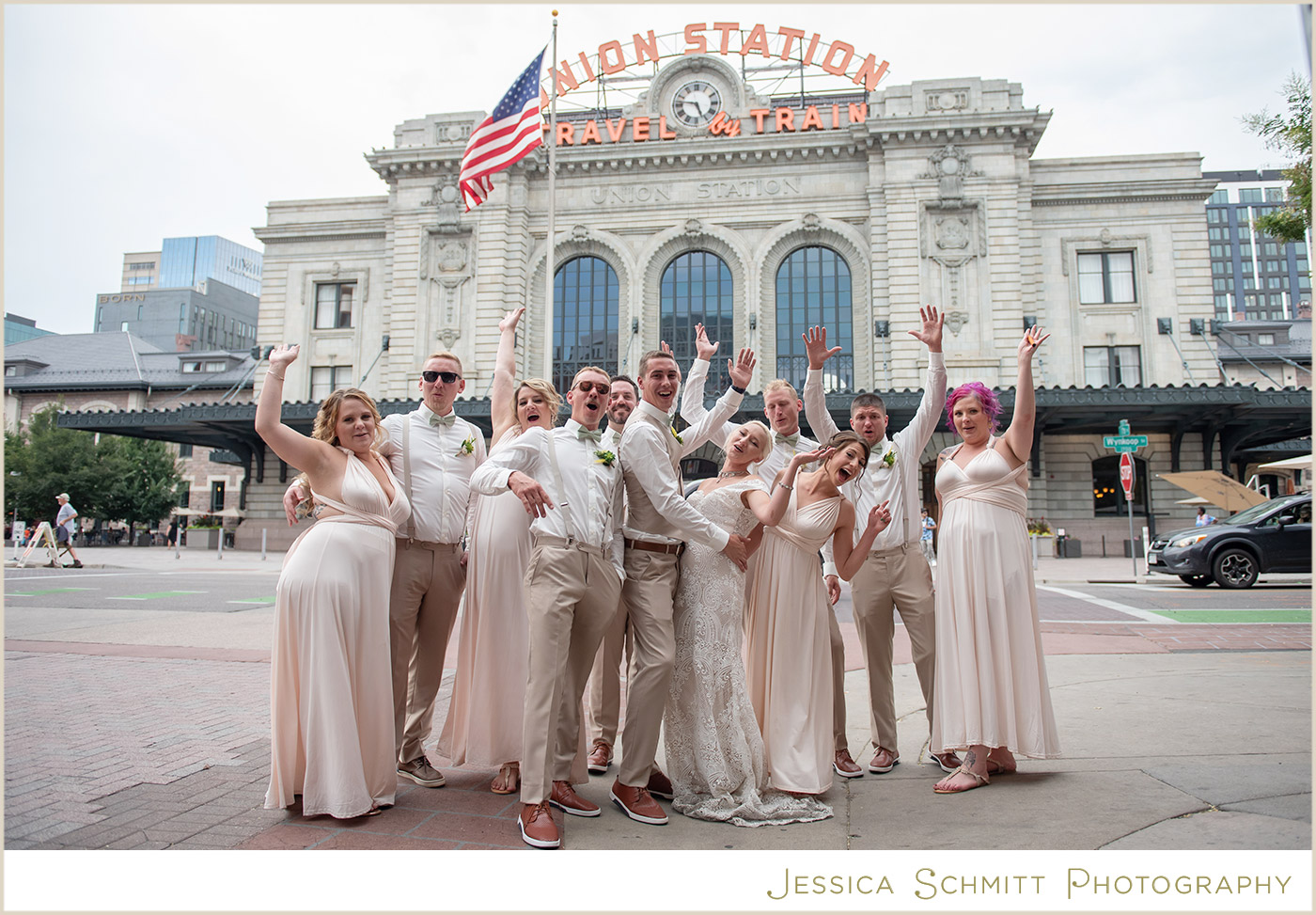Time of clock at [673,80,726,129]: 4:46
